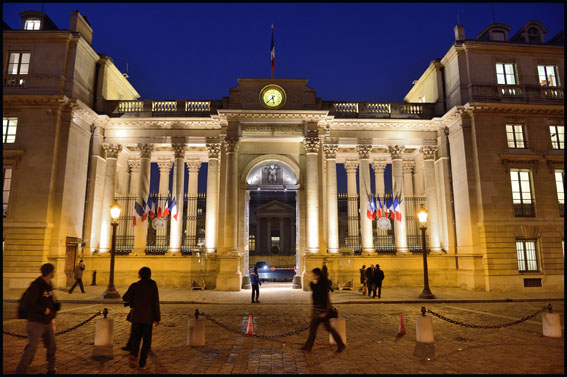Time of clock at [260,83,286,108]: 5:37
